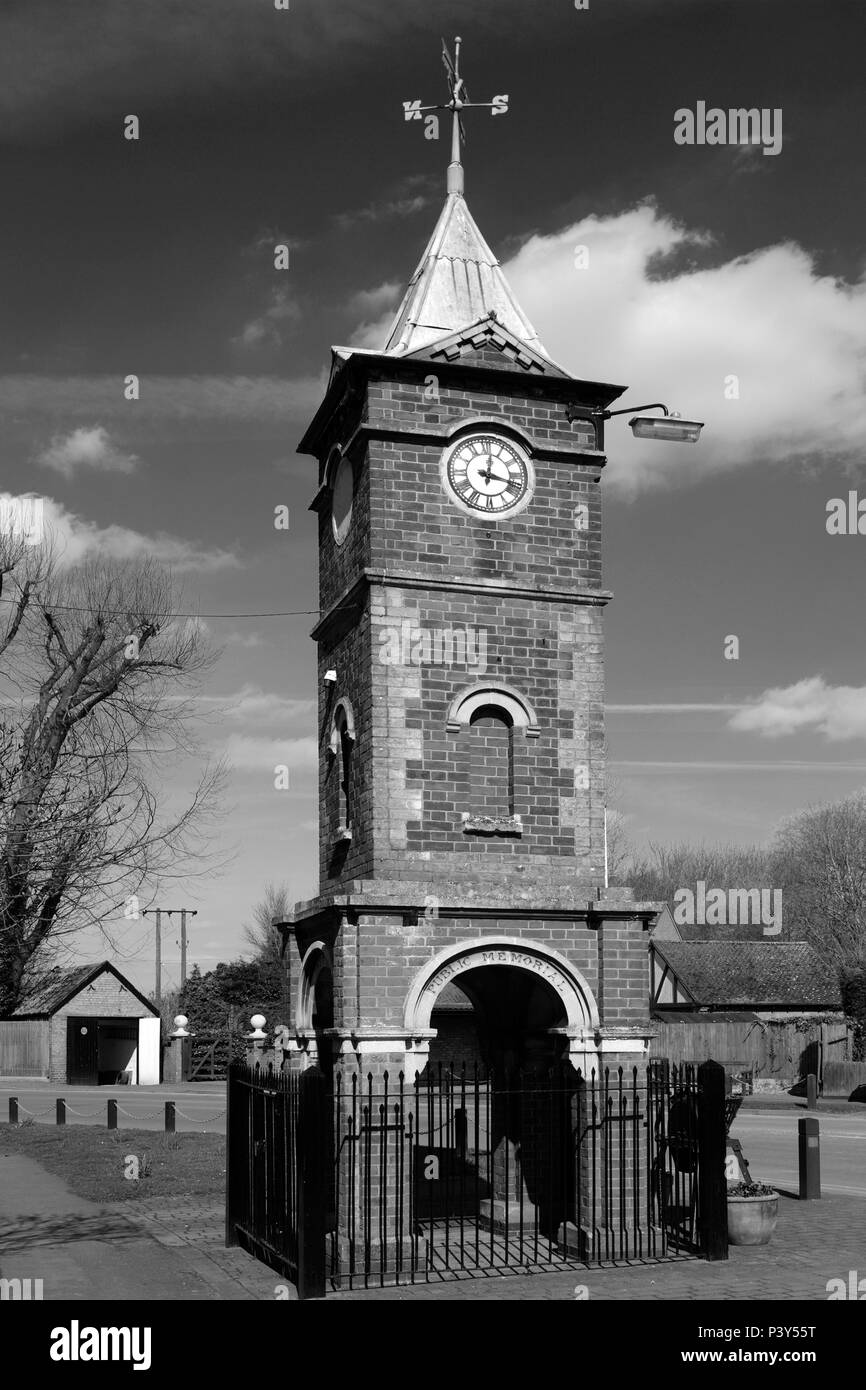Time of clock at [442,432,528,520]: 12:18
